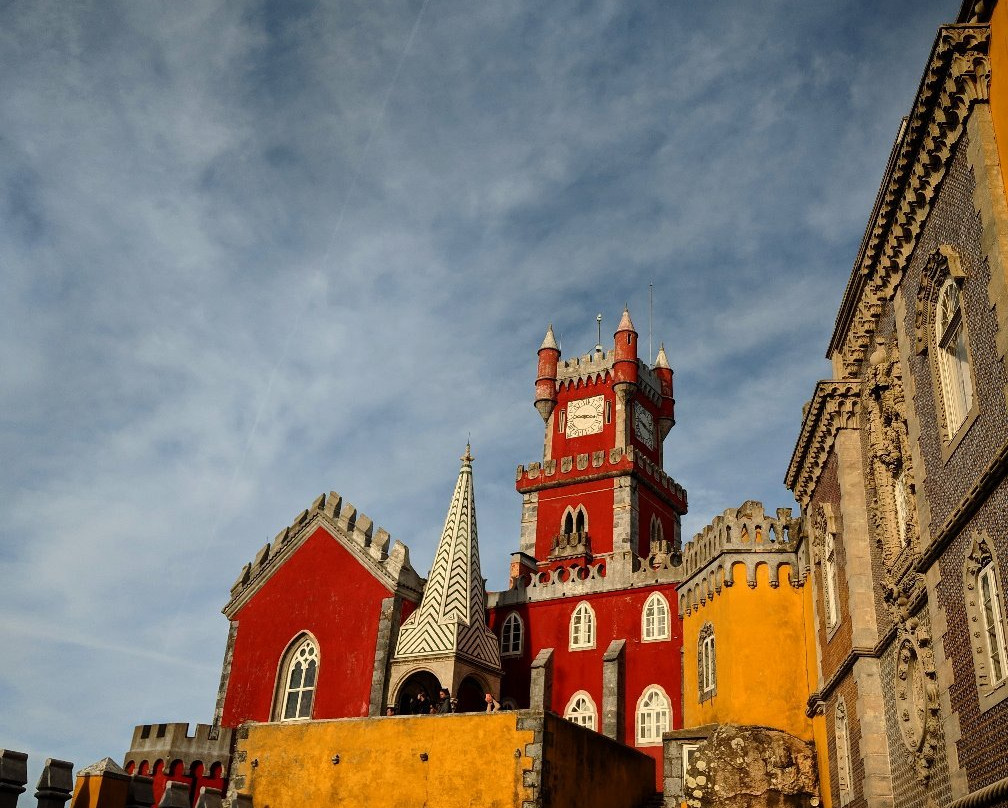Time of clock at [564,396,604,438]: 9:17
